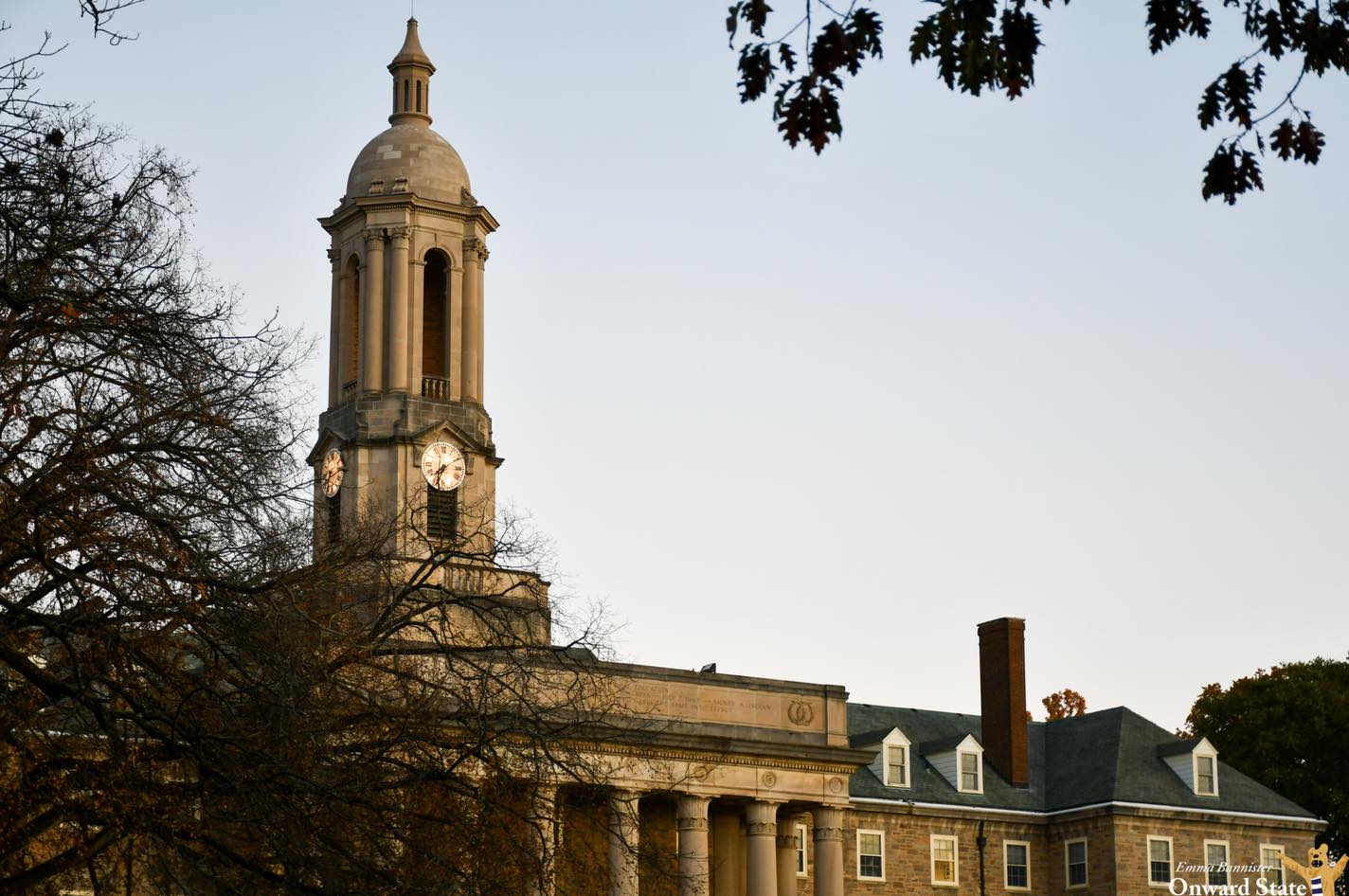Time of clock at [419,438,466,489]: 7:33
